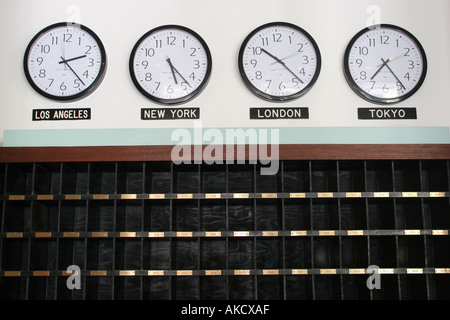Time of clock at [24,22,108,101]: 2:22
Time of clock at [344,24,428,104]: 7:23
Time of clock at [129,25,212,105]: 5:23
